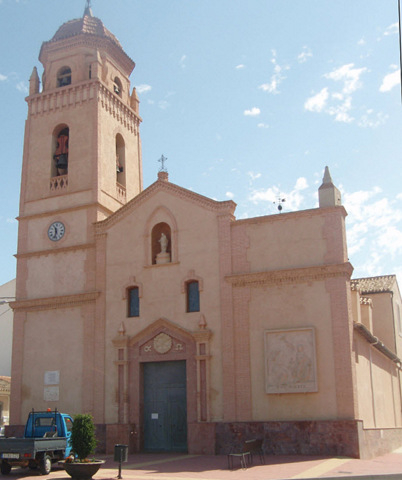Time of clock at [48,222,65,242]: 11:32
